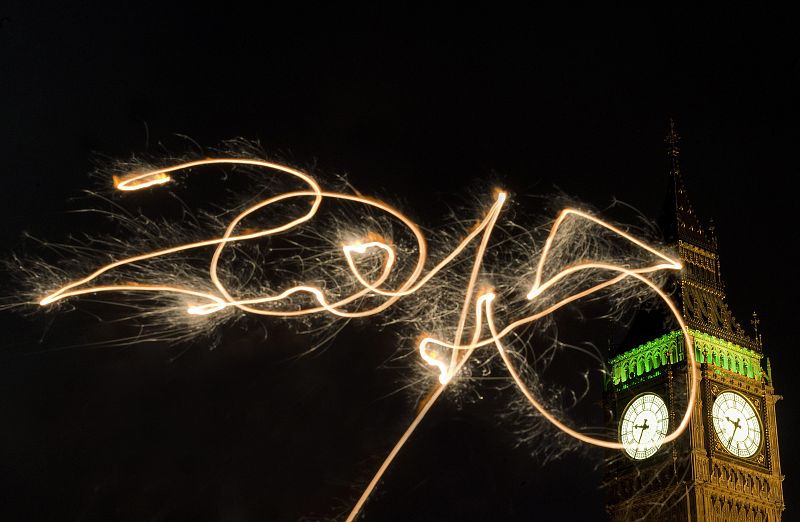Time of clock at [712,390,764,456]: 9:34
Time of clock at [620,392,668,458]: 9:34
